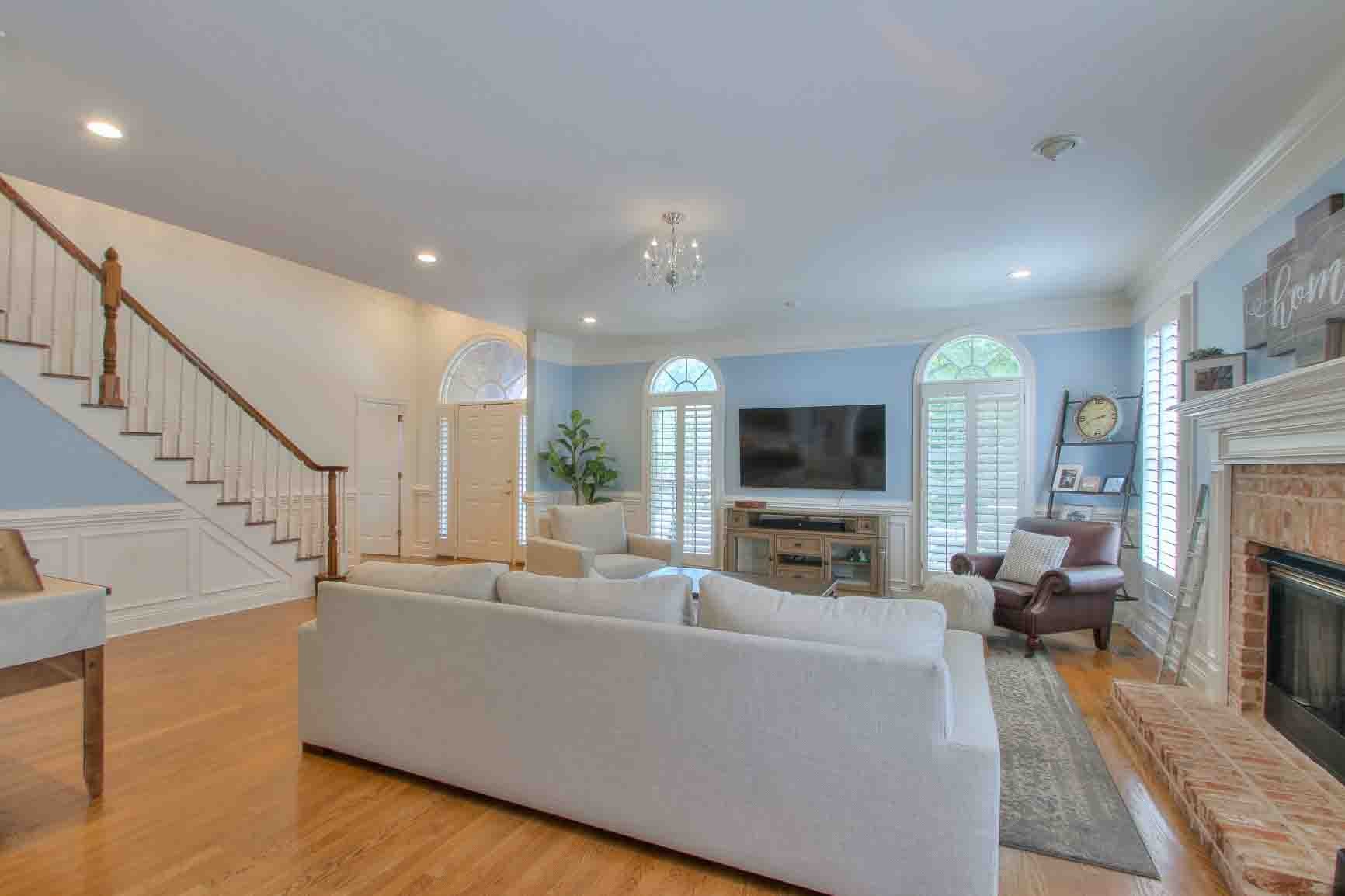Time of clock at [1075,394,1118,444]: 2:41
